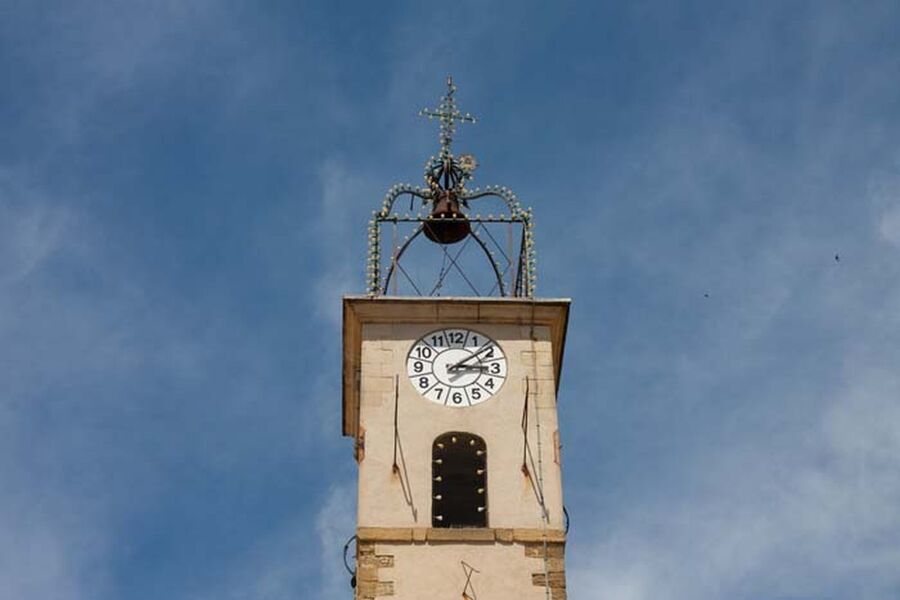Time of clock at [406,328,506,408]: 3:09
